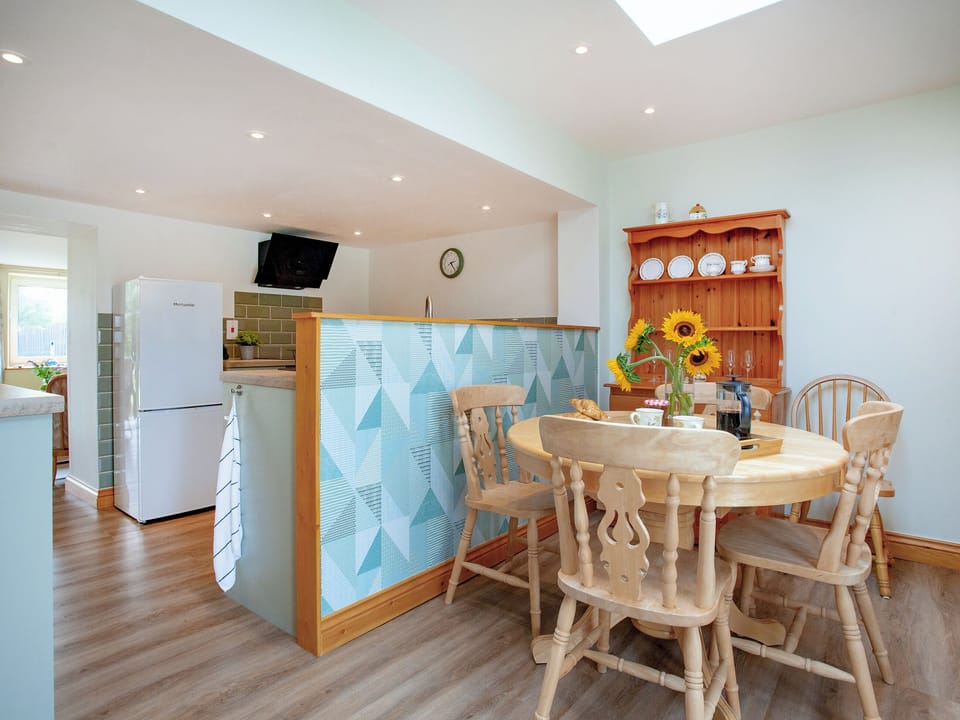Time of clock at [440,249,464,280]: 2:23
